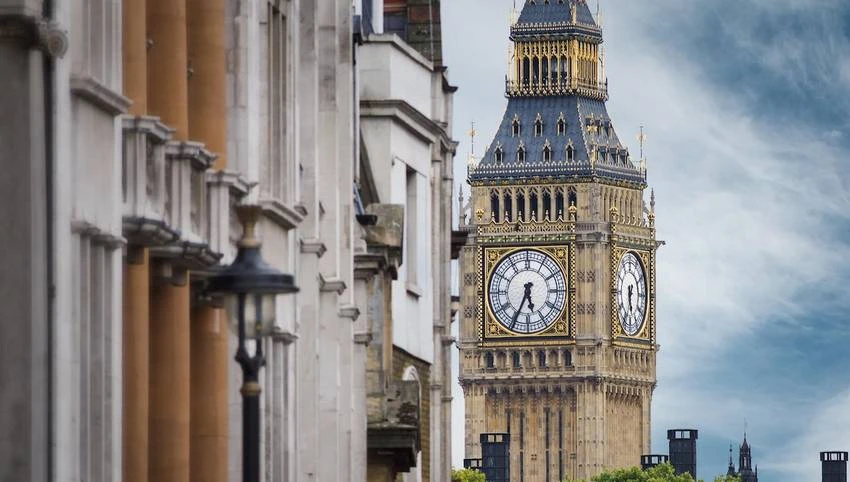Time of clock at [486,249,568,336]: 5:34
